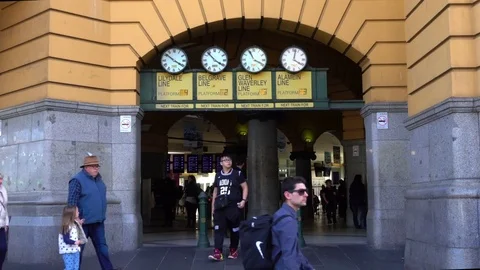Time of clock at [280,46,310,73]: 4:02
